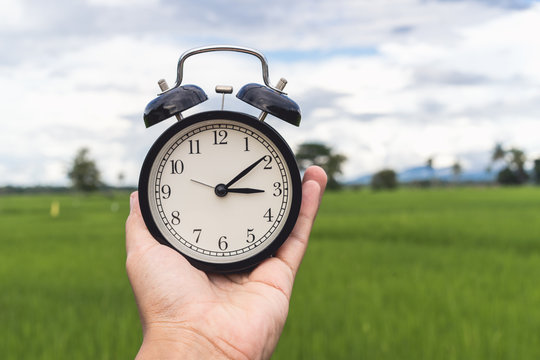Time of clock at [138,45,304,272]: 3:09
